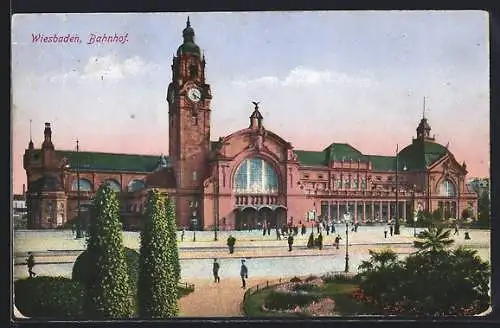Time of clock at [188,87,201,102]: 5:18
